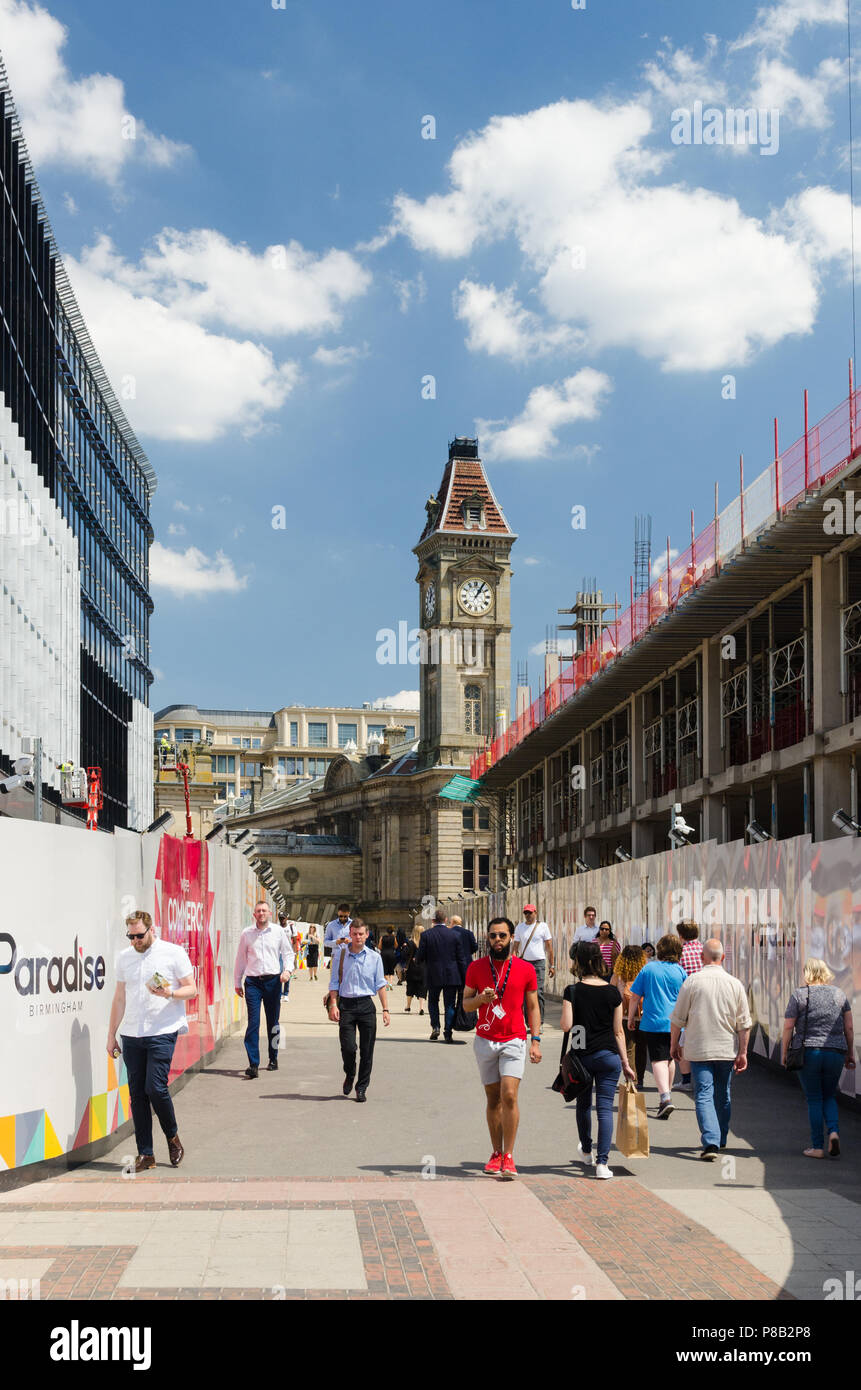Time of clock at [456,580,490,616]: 1:05
